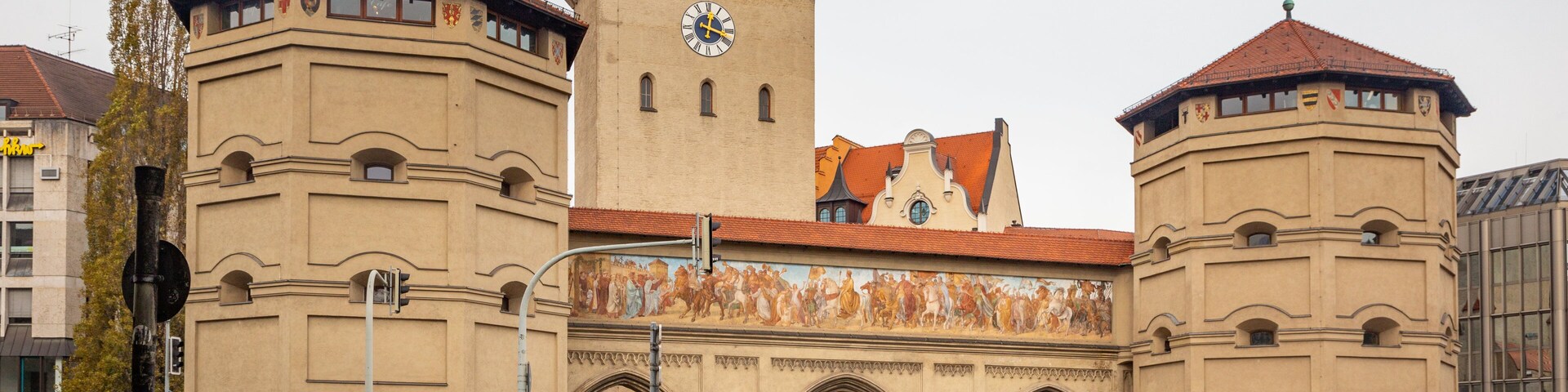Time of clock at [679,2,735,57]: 12:17
